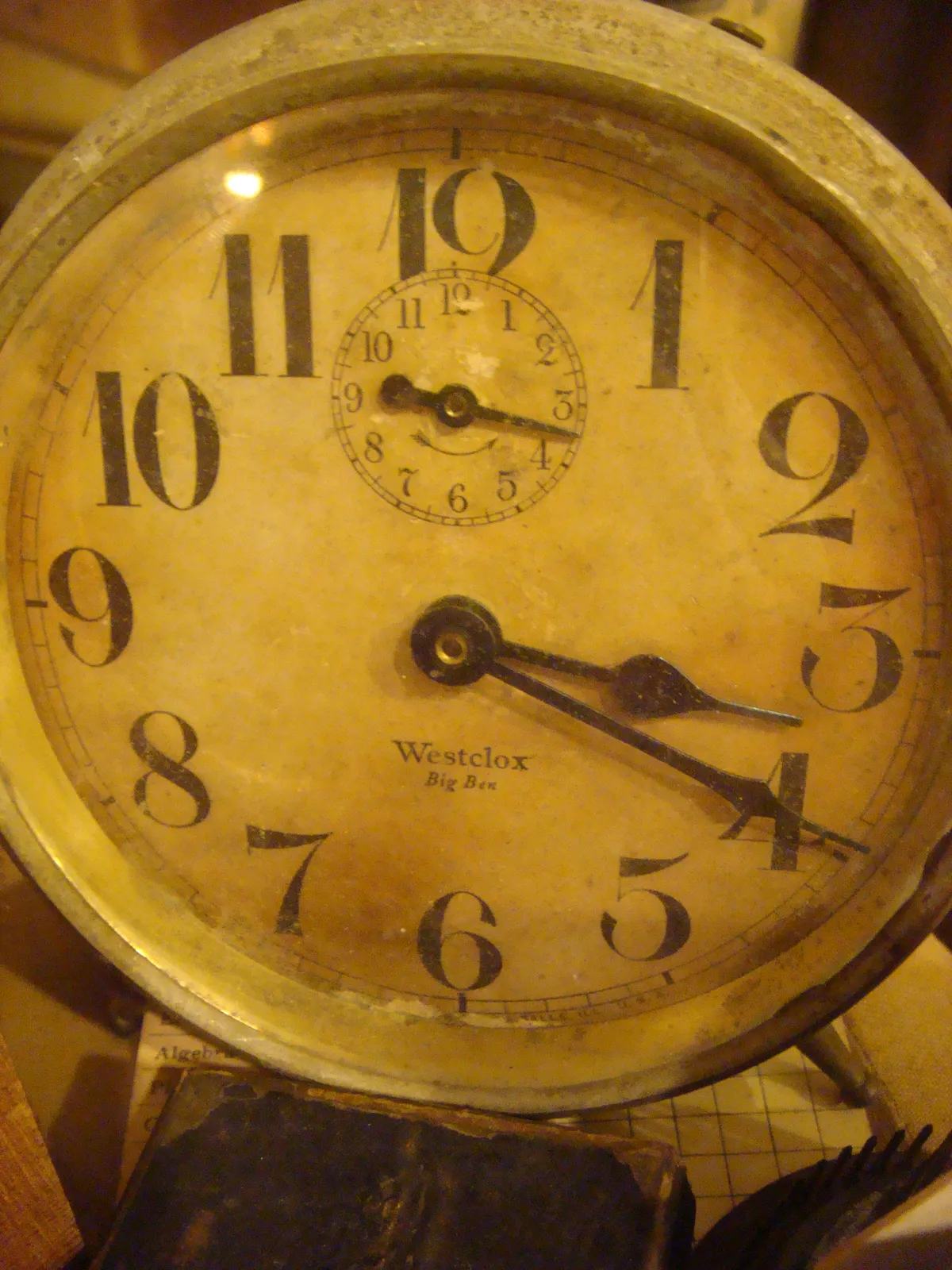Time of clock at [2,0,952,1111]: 3:19
